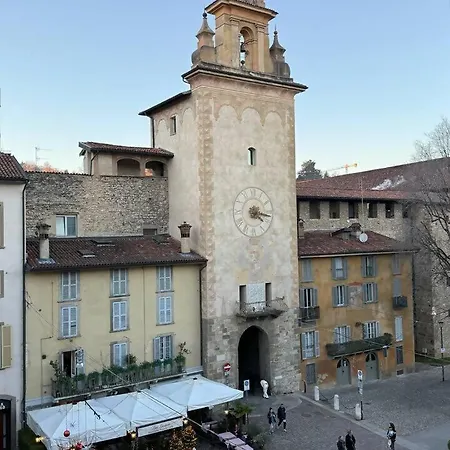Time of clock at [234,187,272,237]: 4:16
